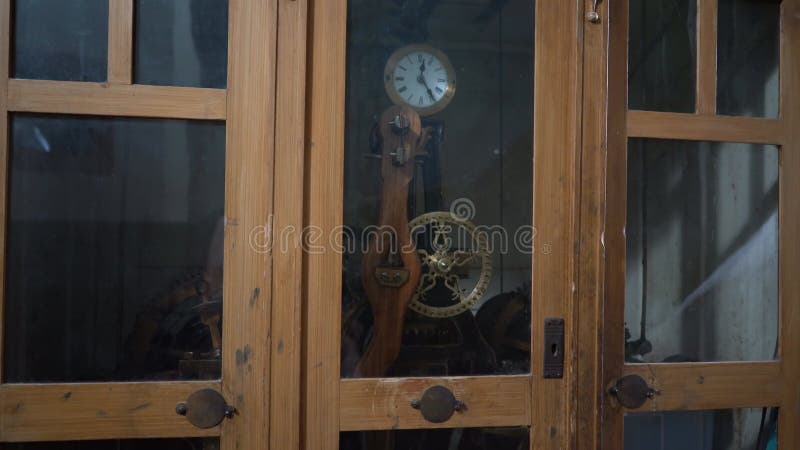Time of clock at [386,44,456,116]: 12:24
